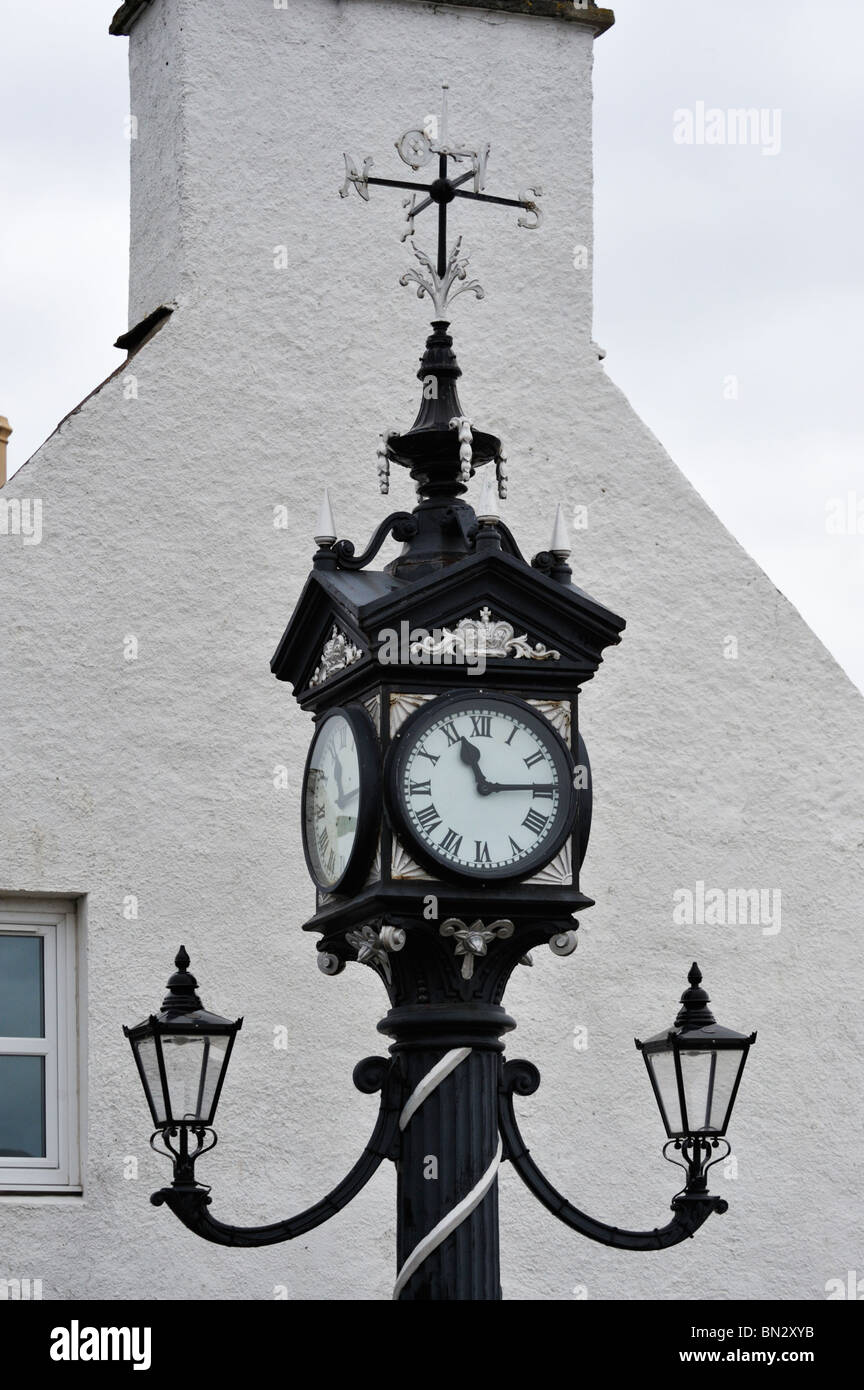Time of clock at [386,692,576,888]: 11:14
